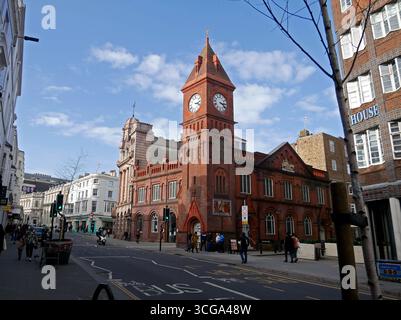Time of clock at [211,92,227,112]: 3:22
